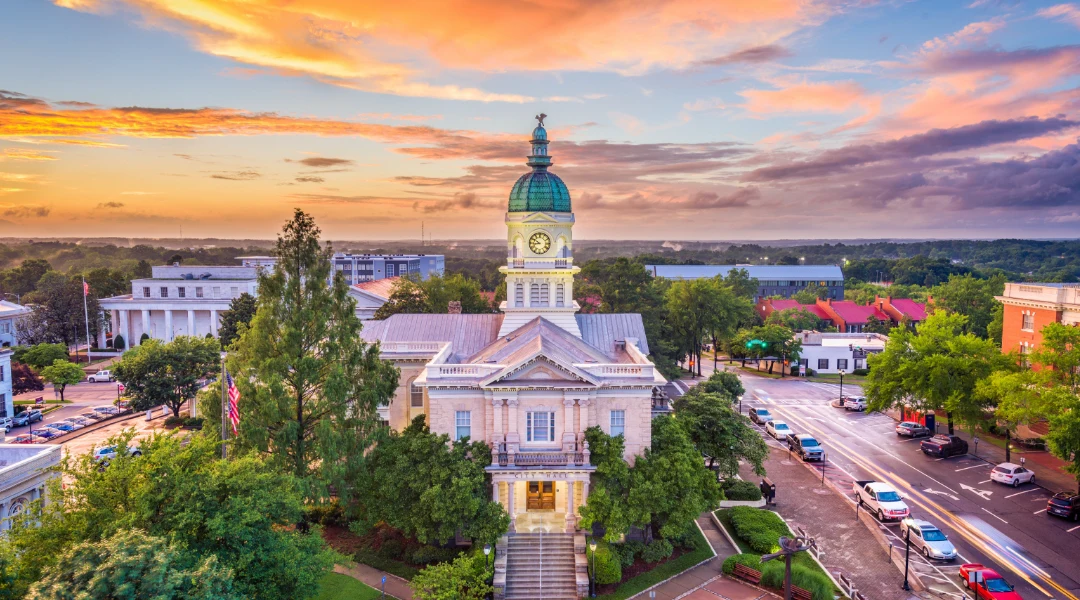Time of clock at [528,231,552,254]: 8:50
